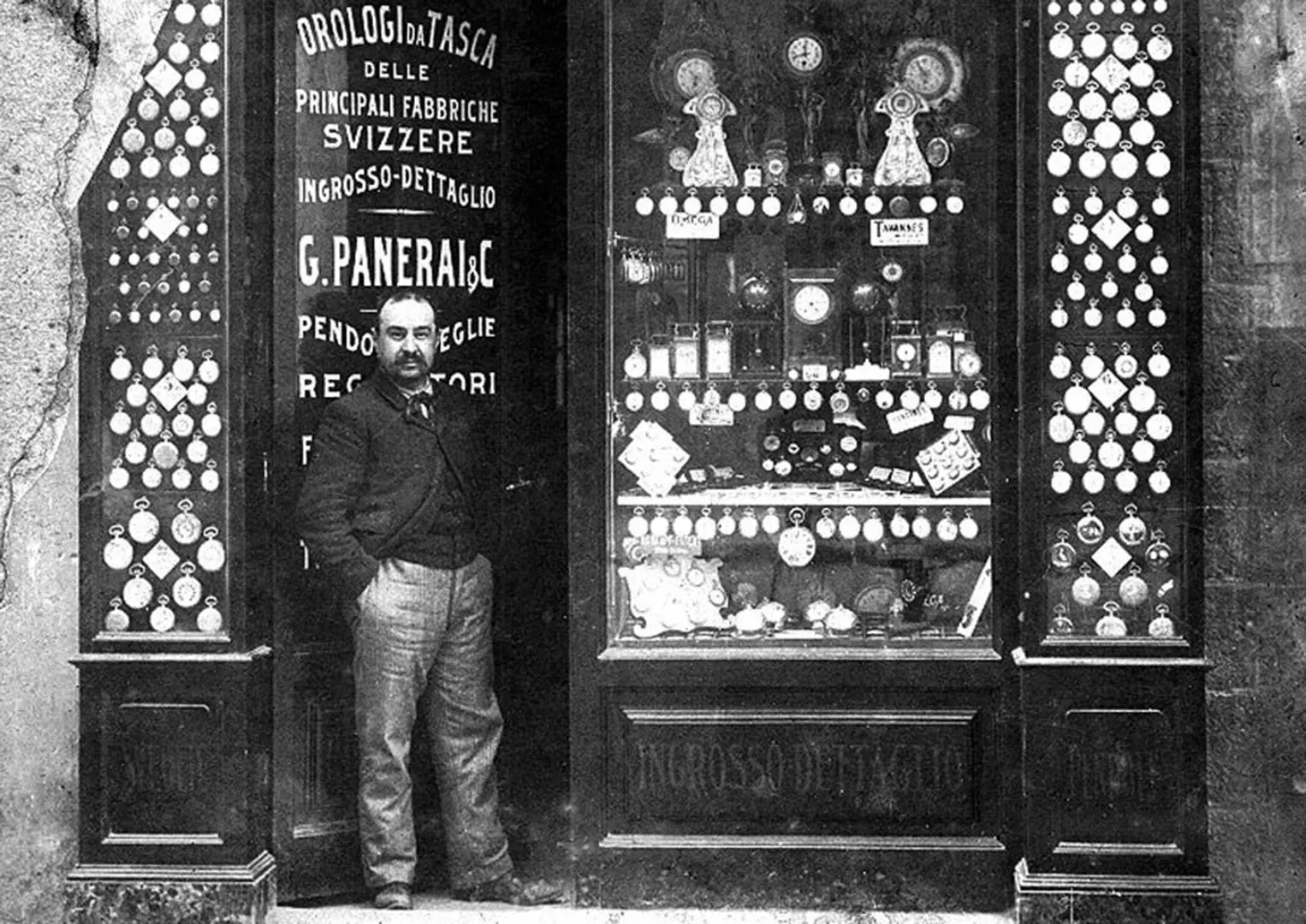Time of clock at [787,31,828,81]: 11:41
